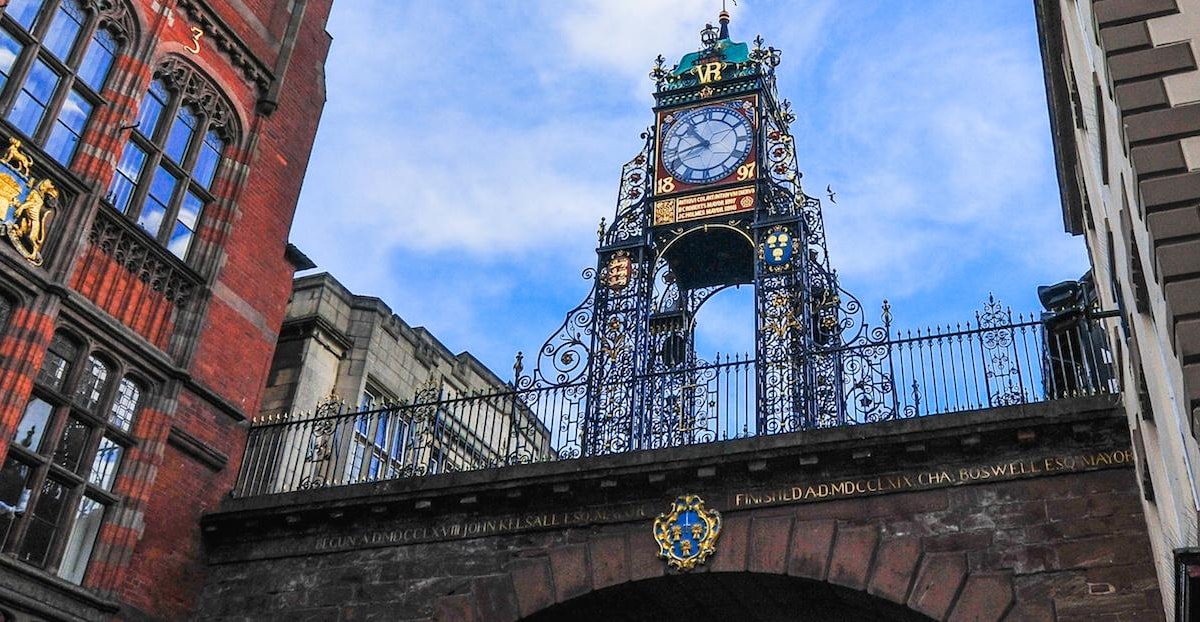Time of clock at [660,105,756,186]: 10:42
